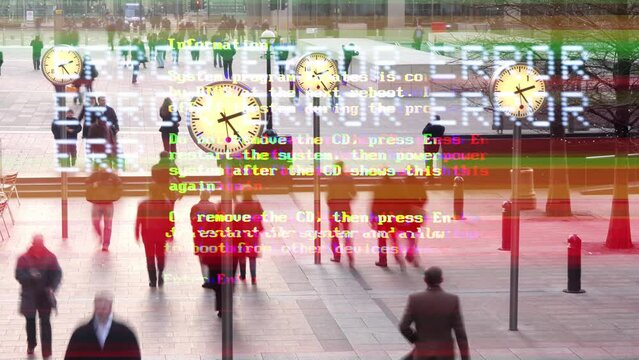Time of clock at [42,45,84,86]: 2:23
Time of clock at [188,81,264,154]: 2:24
